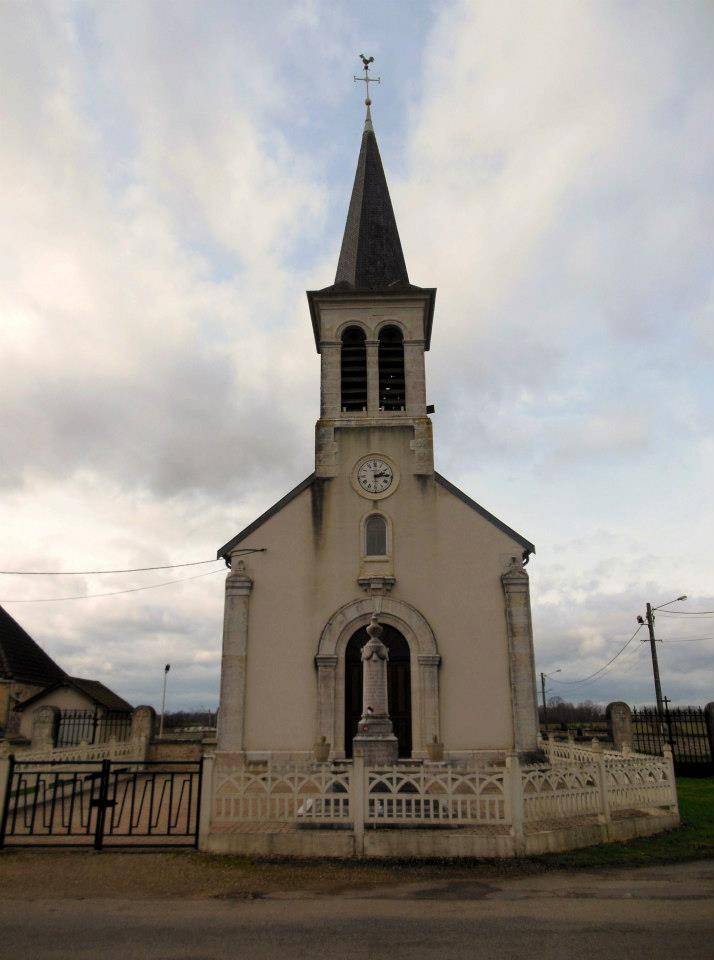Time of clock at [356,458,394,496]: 2:14
